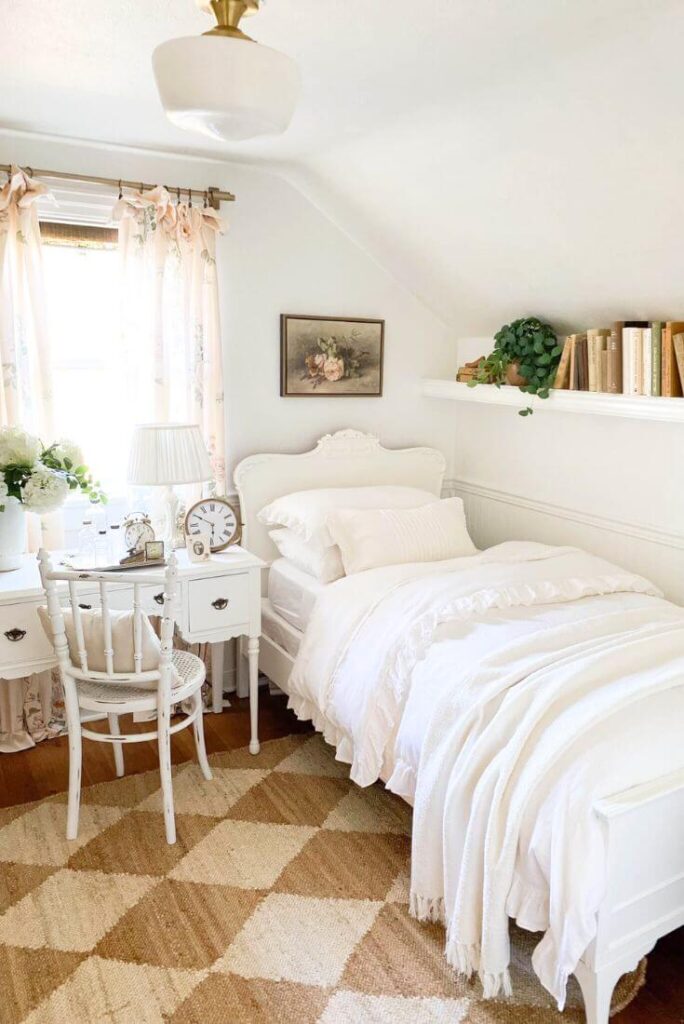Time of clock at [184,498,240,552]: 5:49
